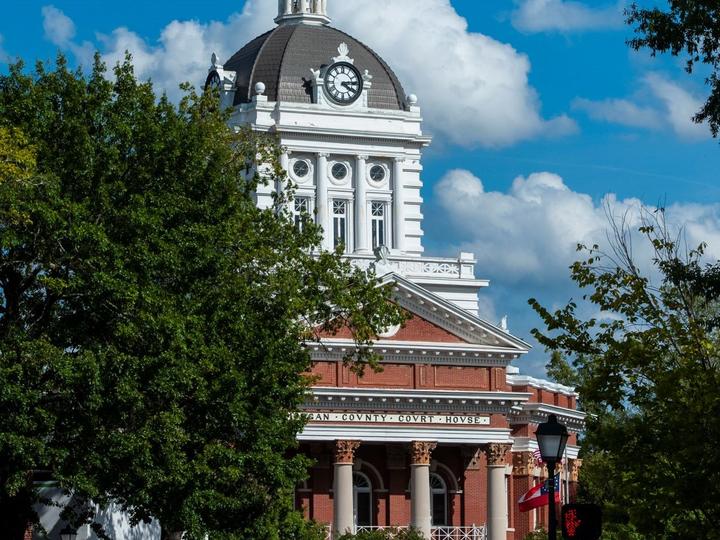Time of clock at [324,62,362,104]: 4:13
